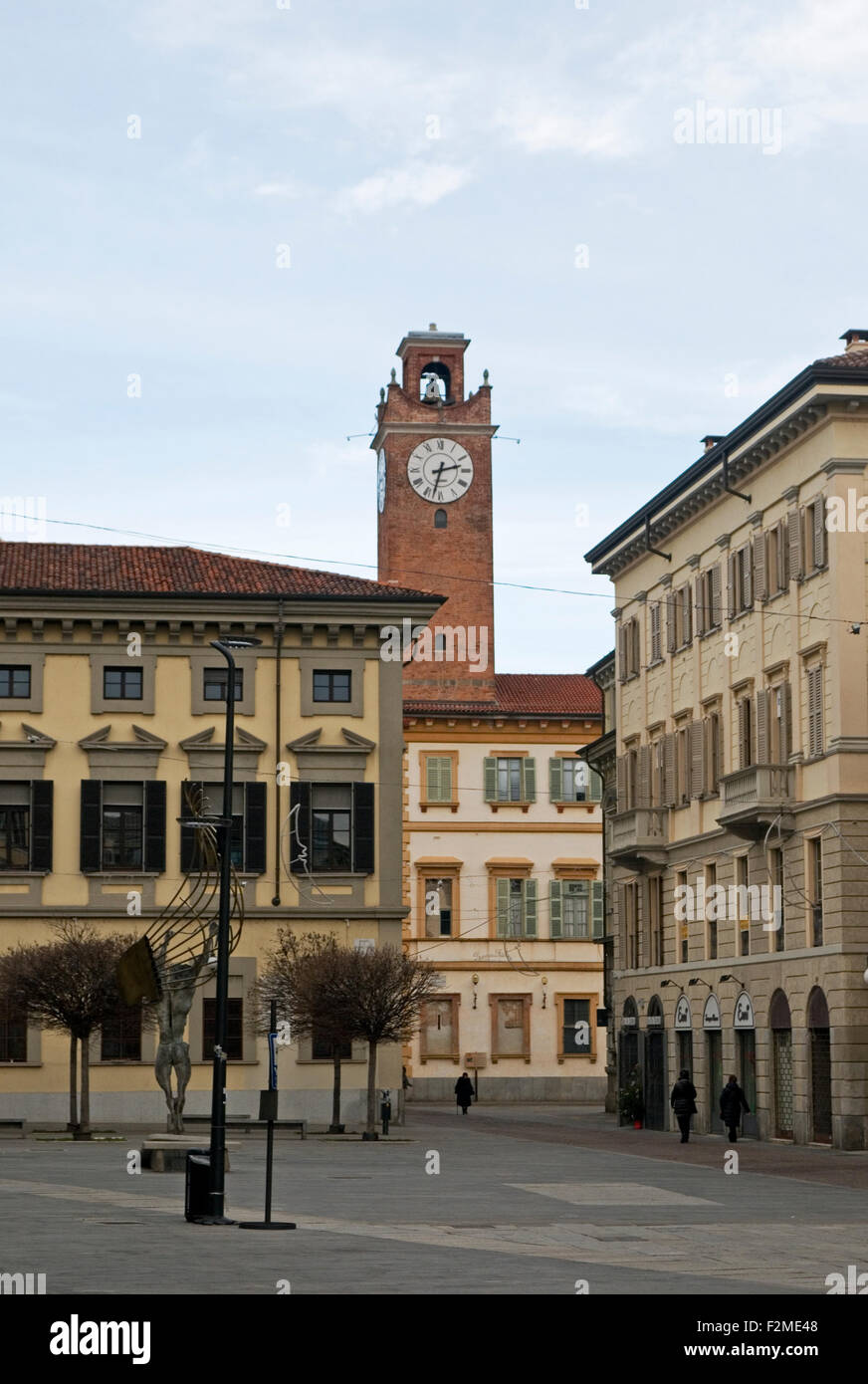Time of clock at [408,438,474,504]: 2:32
